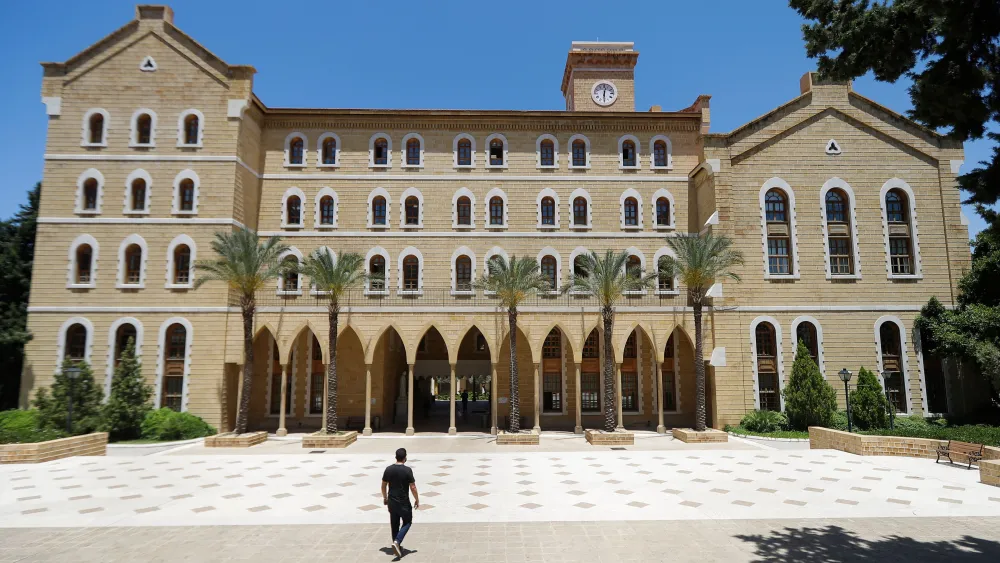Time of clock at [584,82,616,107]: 12:29
